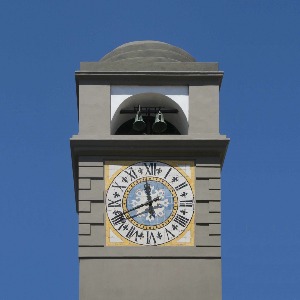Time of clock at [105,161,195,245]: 11:40
